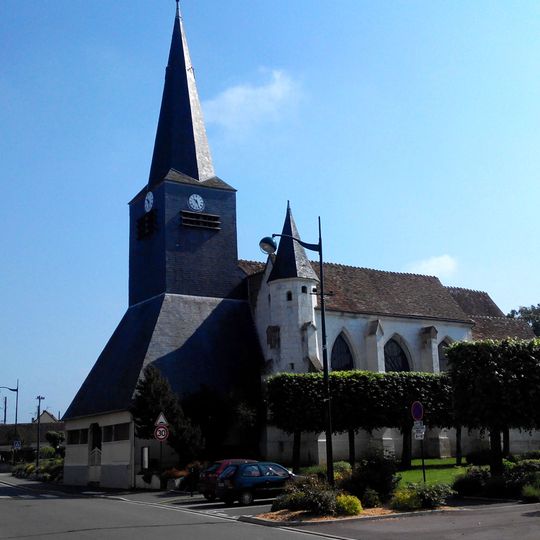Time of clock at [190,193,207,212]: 10:26
